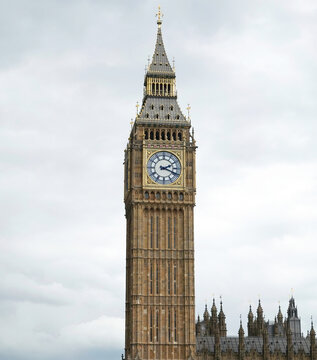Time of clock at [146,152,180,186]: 2:18
